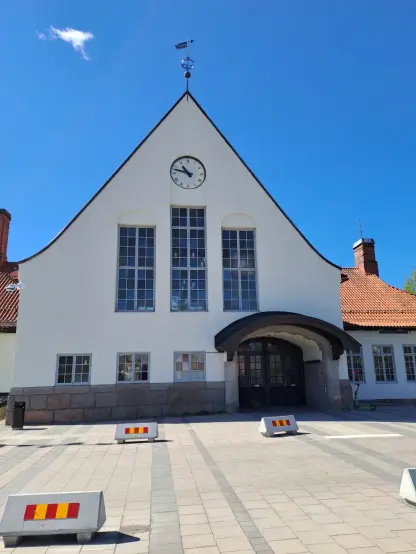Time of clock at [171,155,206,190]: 10:47
